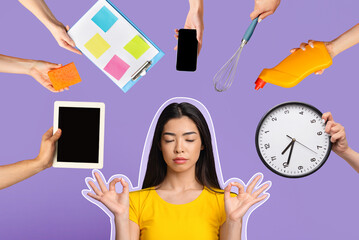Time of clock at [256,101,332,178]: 7:34
